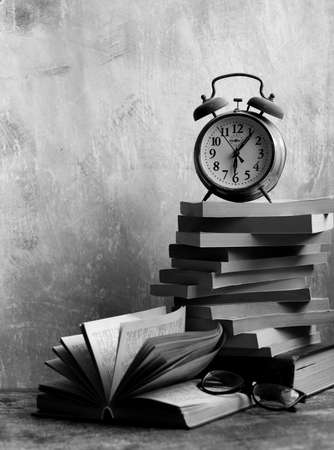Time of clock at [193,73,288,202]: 6:06
